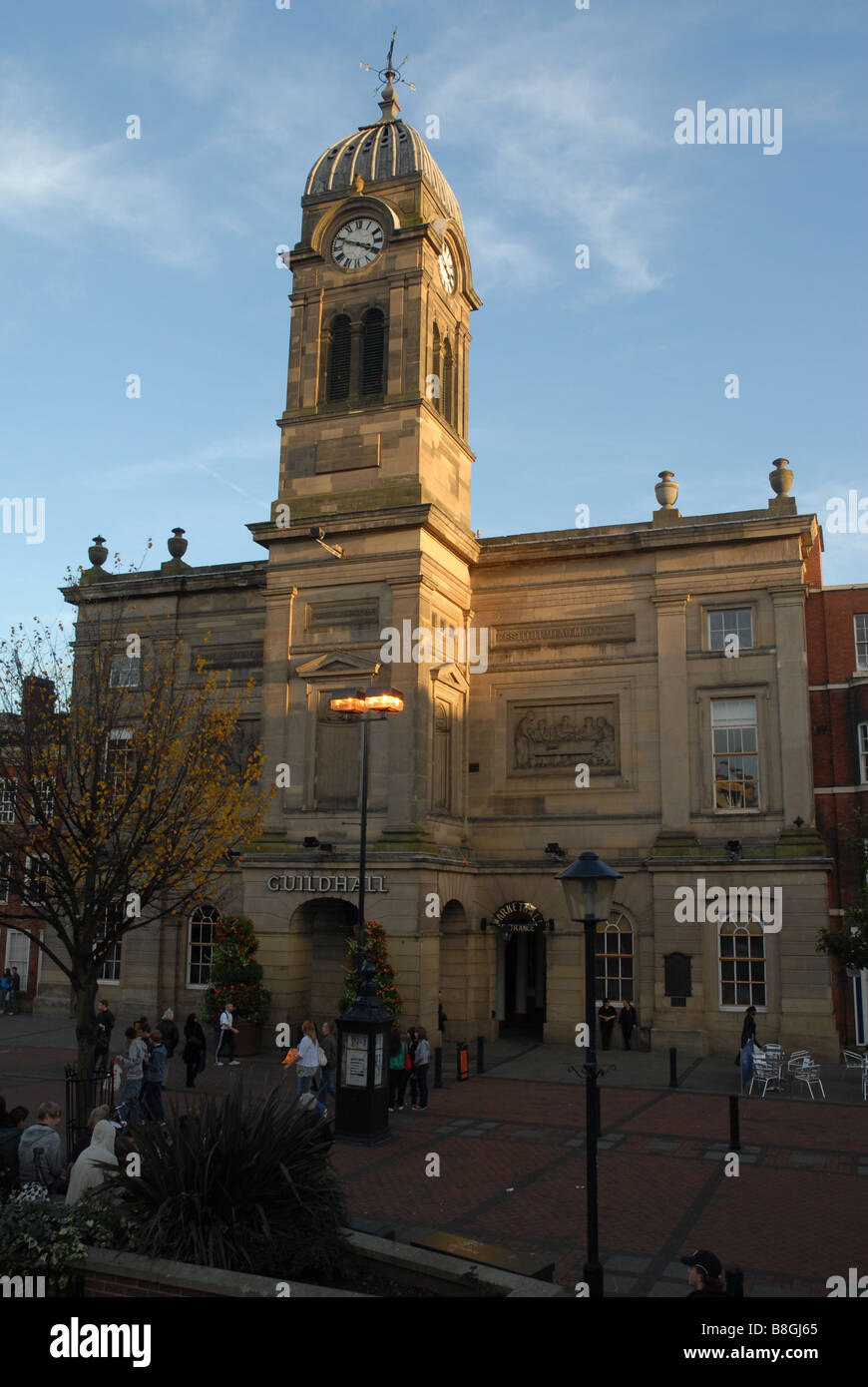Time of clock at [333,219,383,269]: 3:48
